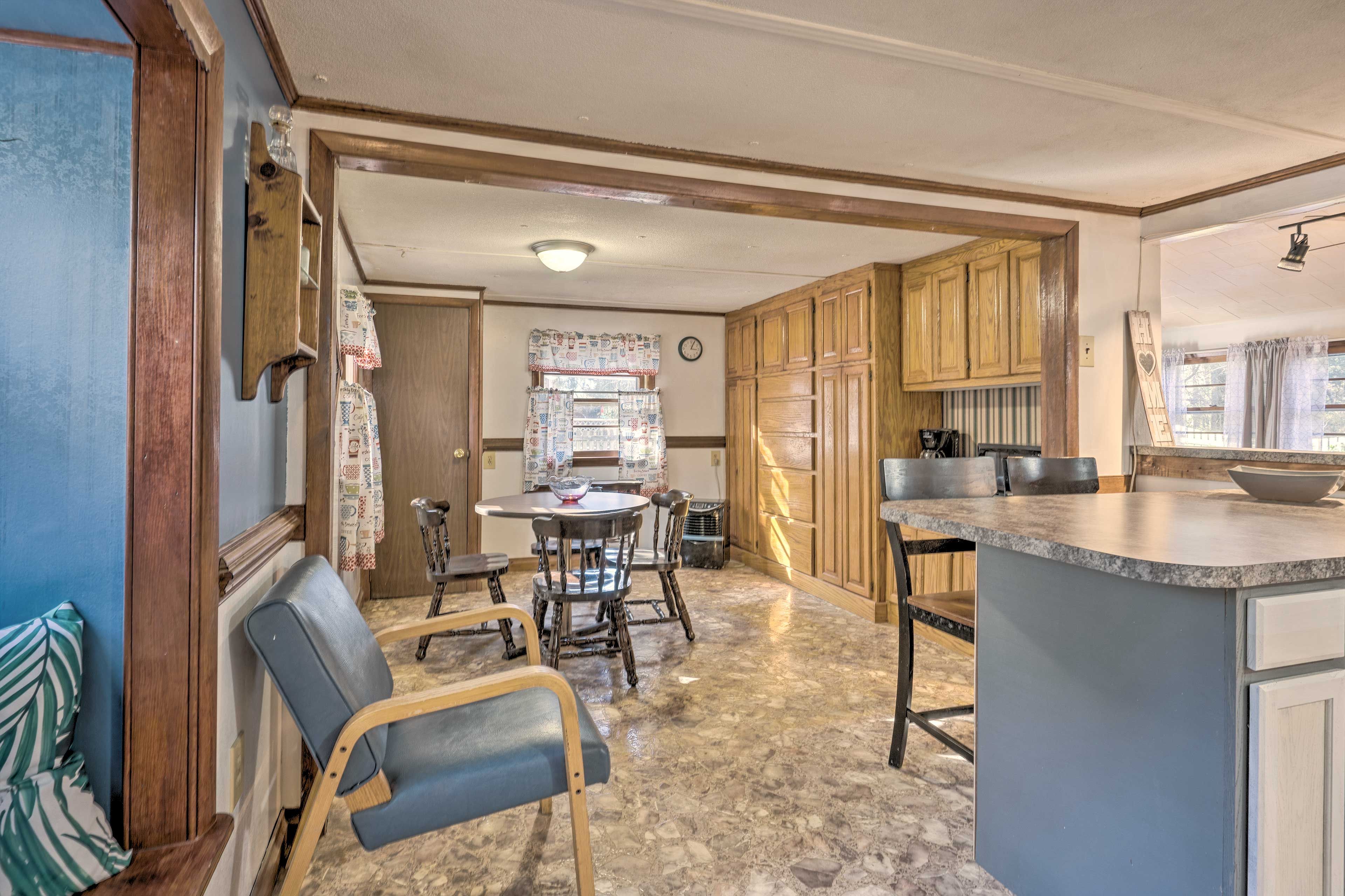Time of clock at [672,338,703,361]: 3:04
